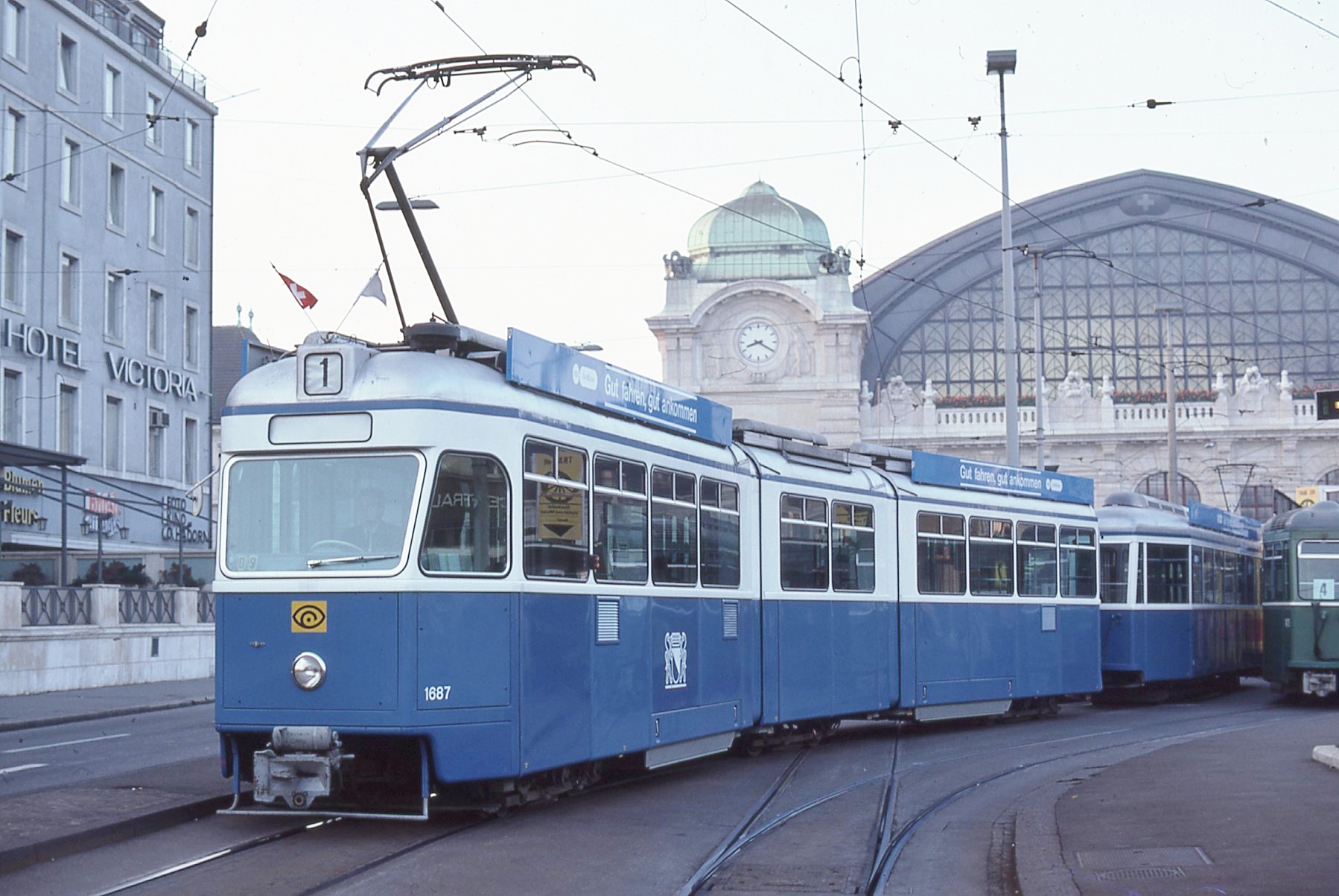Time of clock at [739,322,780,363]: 8:19
